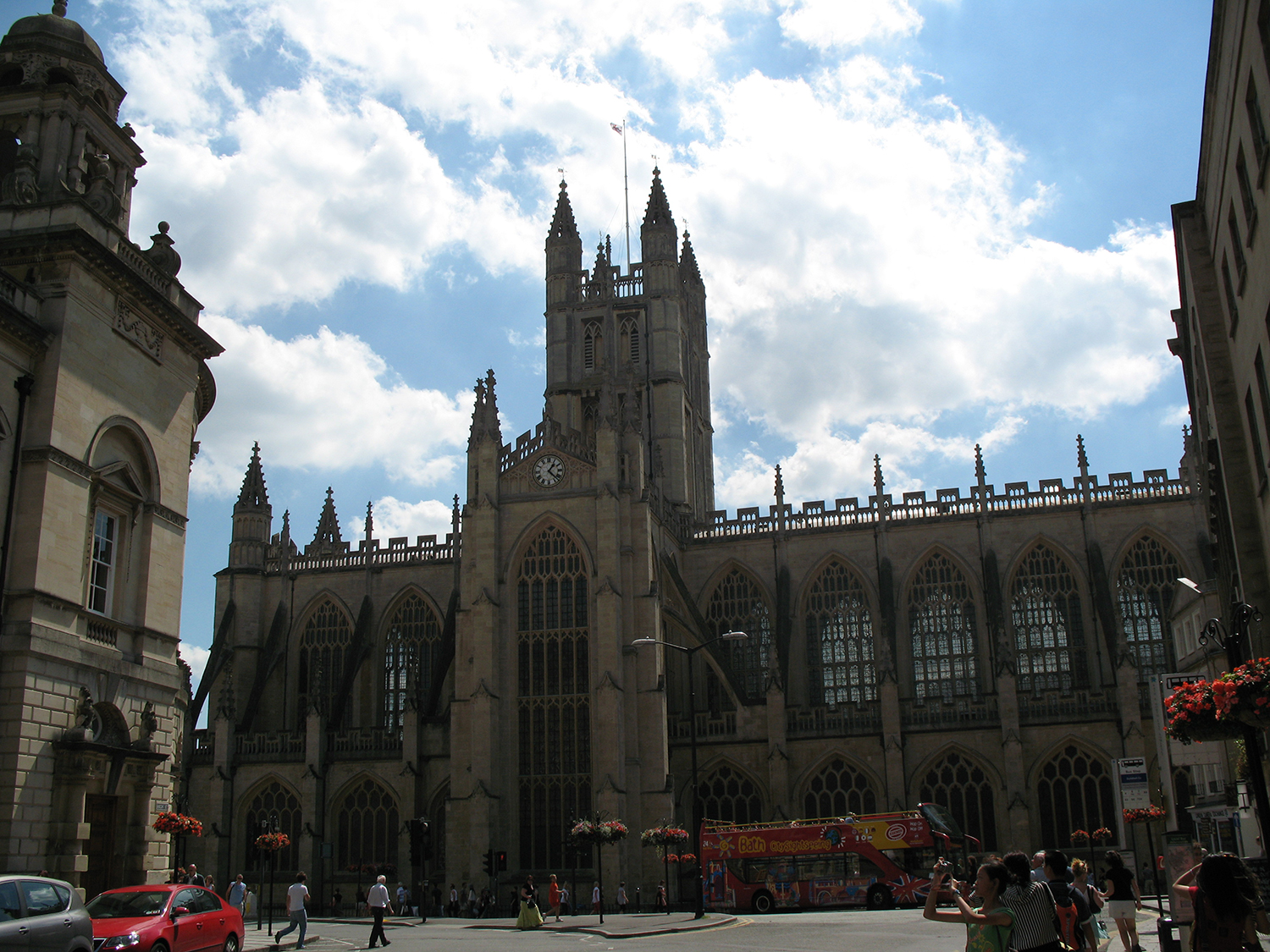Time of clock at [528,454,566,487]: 1:22
